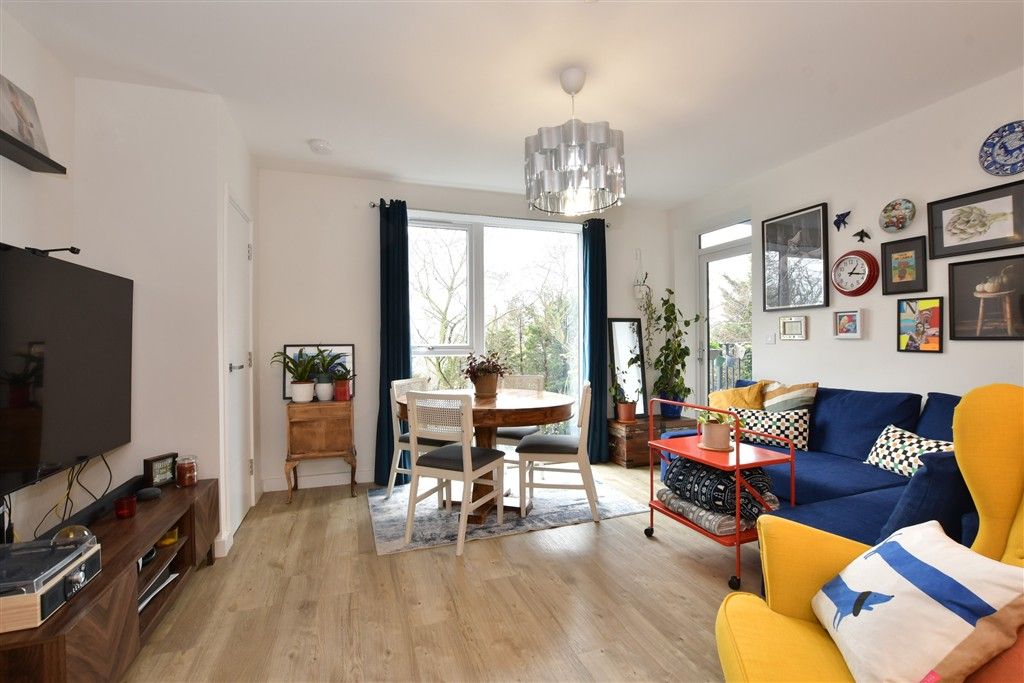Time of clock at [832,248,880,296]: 1:16
